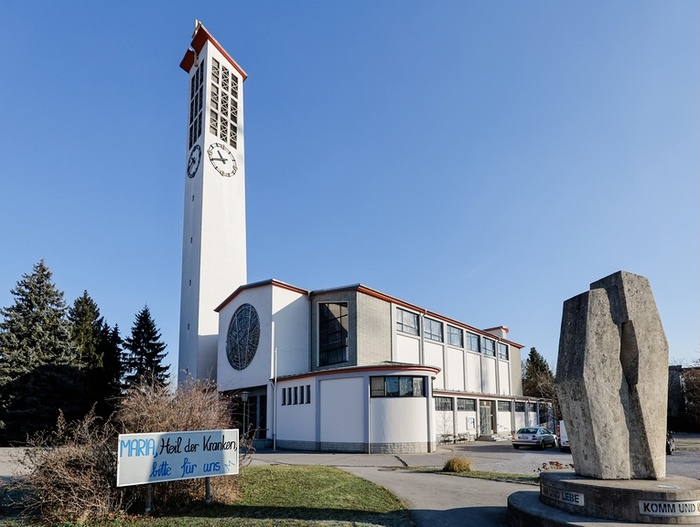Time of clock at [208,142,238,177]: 10:41
